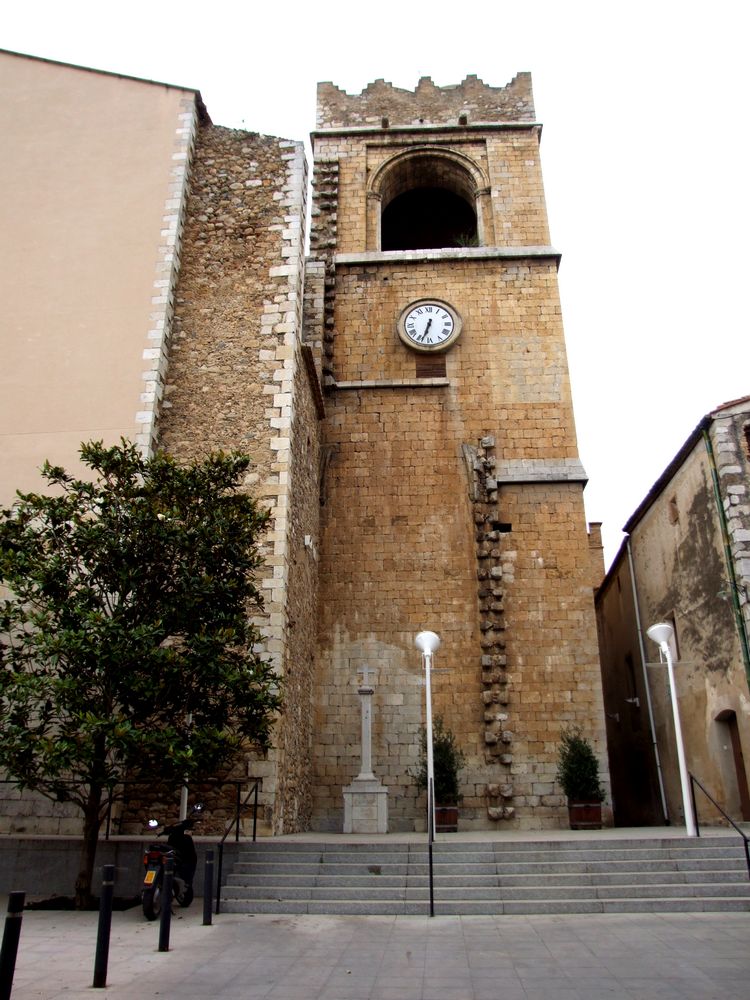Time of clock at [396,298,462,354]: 6:33
